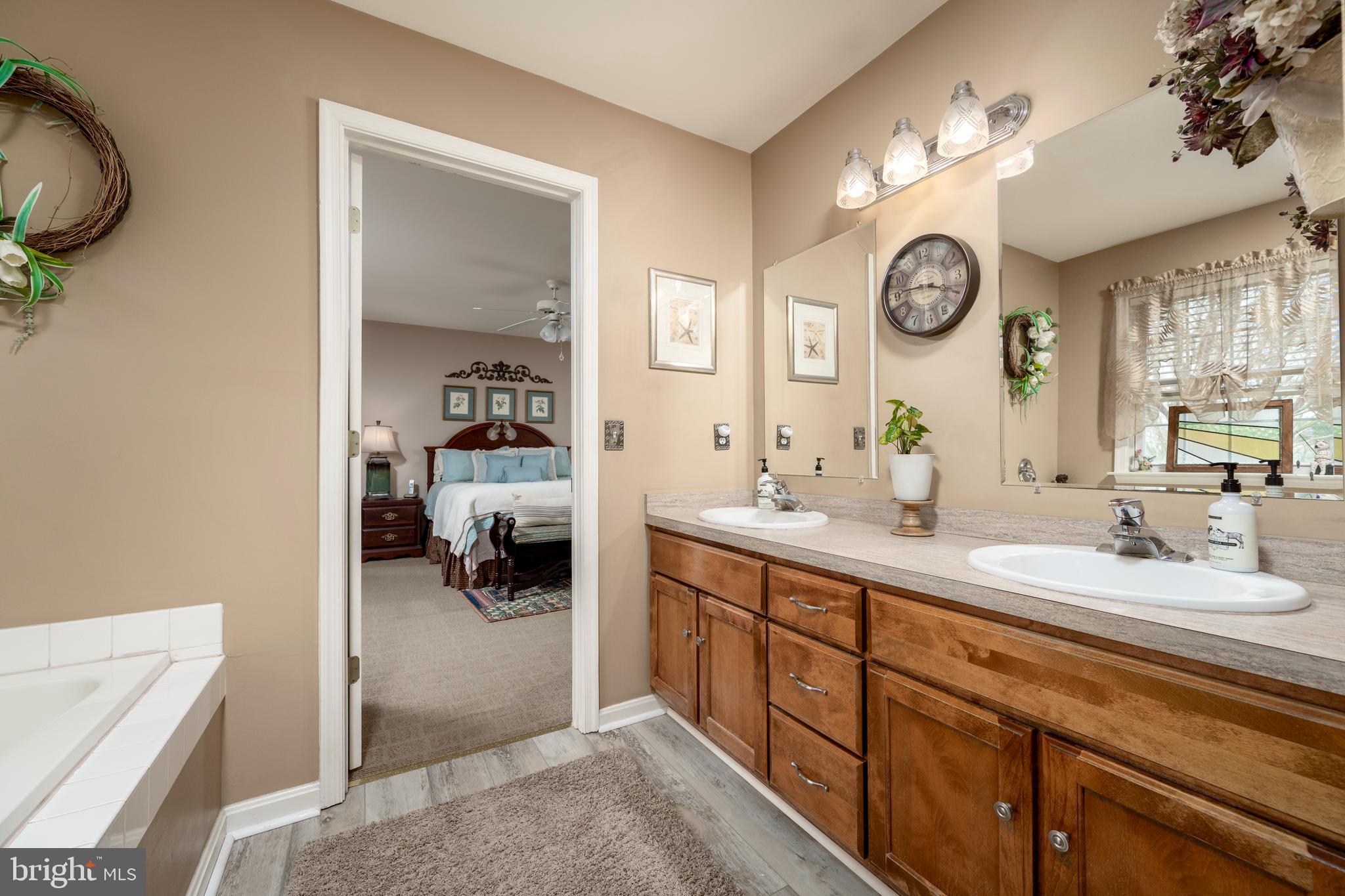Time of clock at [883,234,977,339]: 3:45
